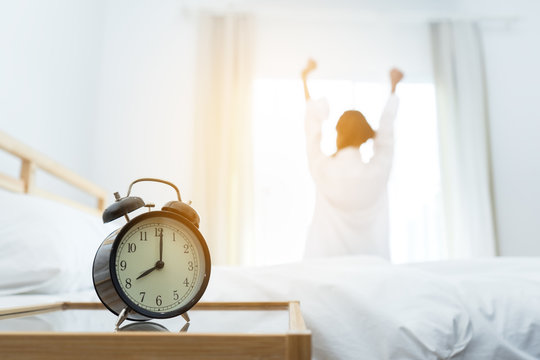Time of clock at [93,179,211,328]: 8:00
